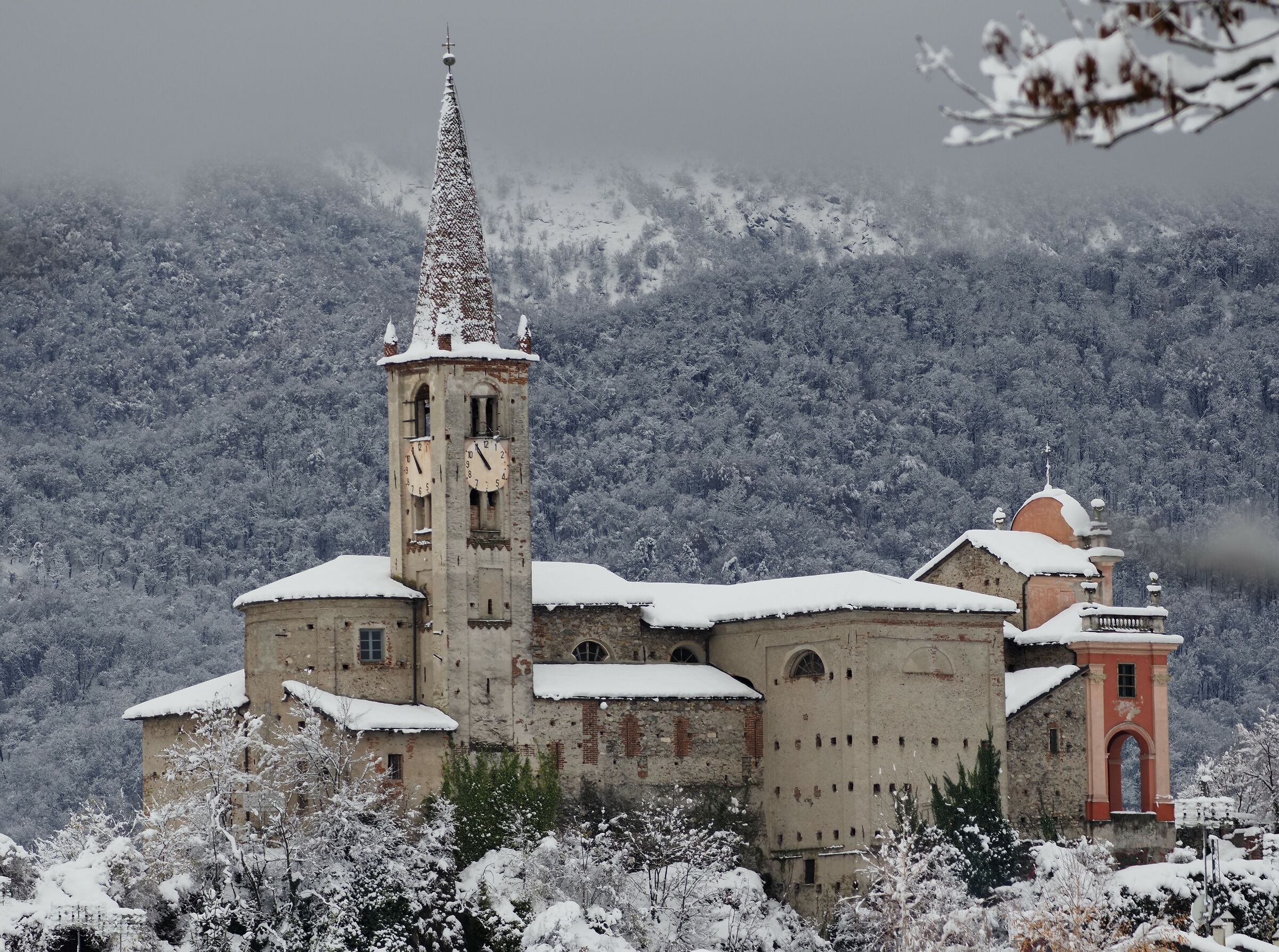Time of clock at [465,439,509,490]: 10:55
